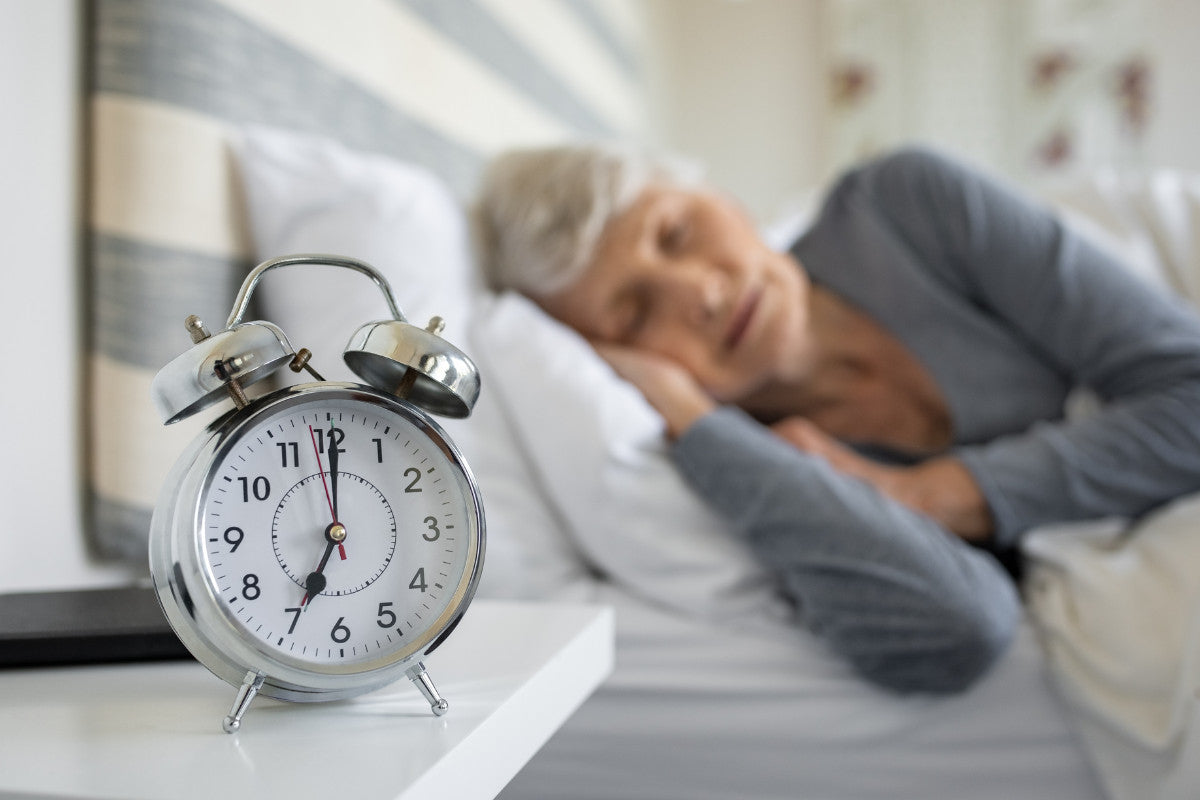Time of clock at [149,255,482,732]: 7:00
